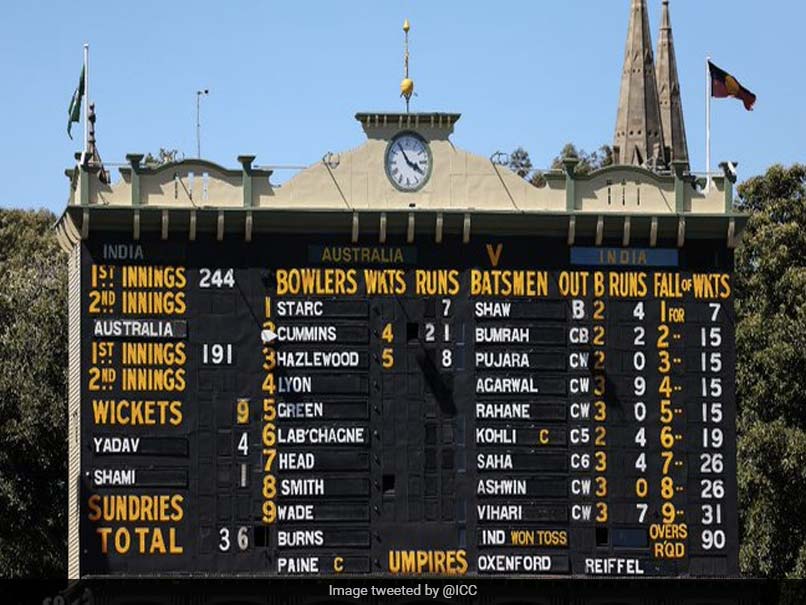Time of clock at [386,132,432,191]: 3:54
